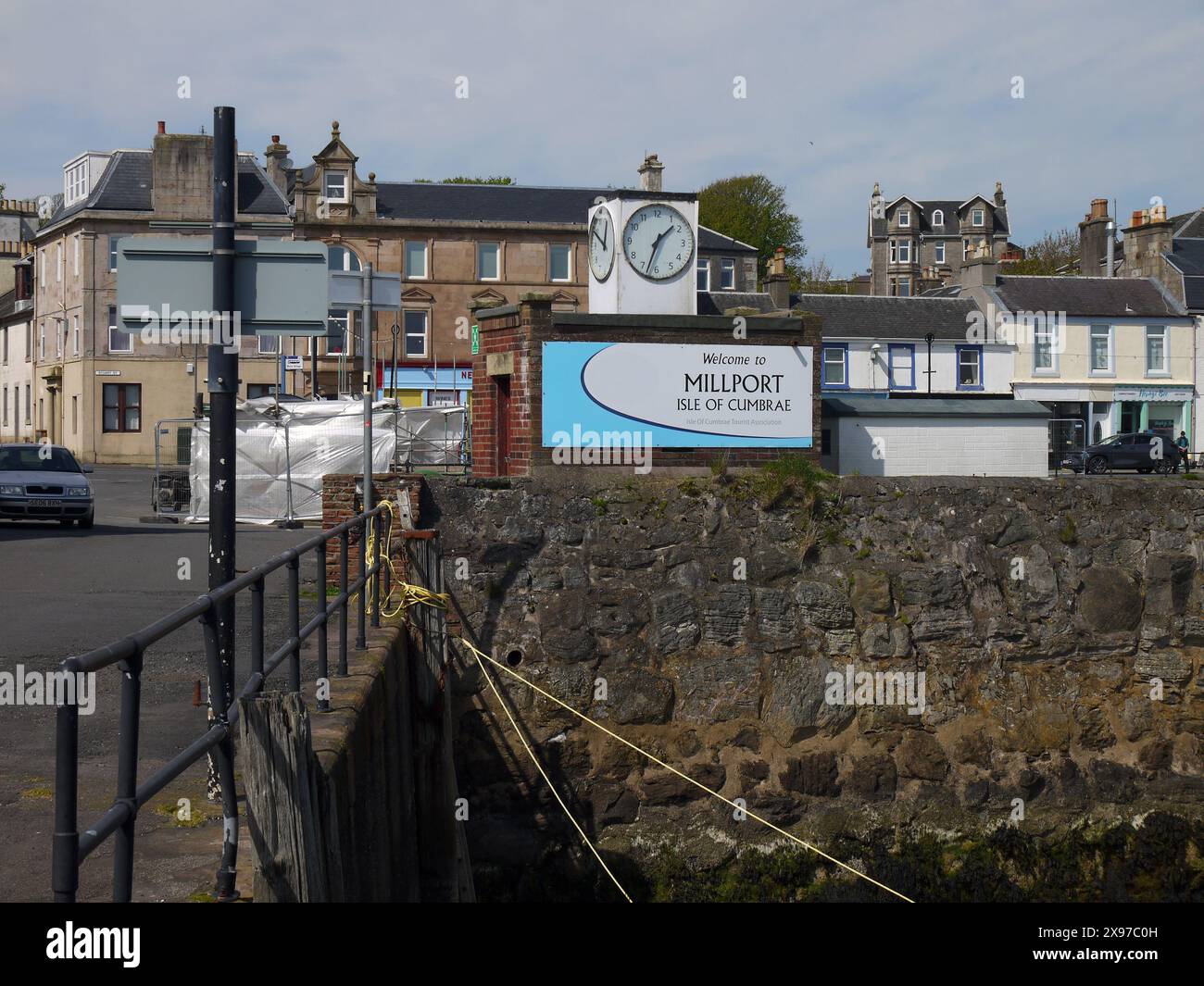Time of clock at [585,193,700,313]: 1:33
